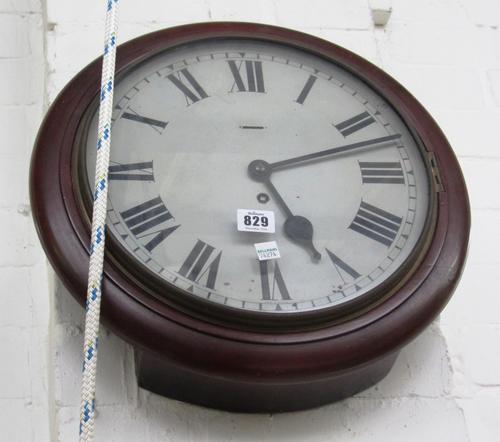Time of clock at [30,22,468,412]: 5:12
